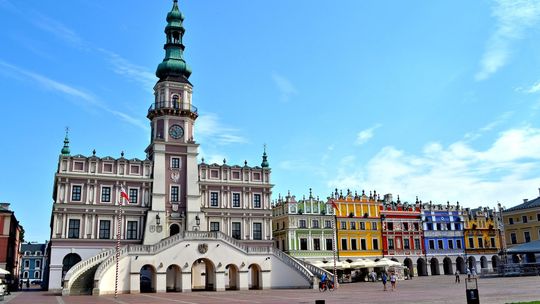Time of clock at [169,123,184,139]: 5:51
